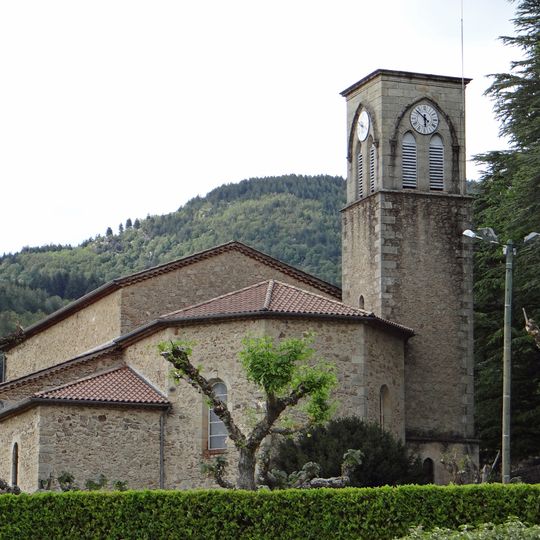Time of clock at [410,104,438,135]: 5:51
